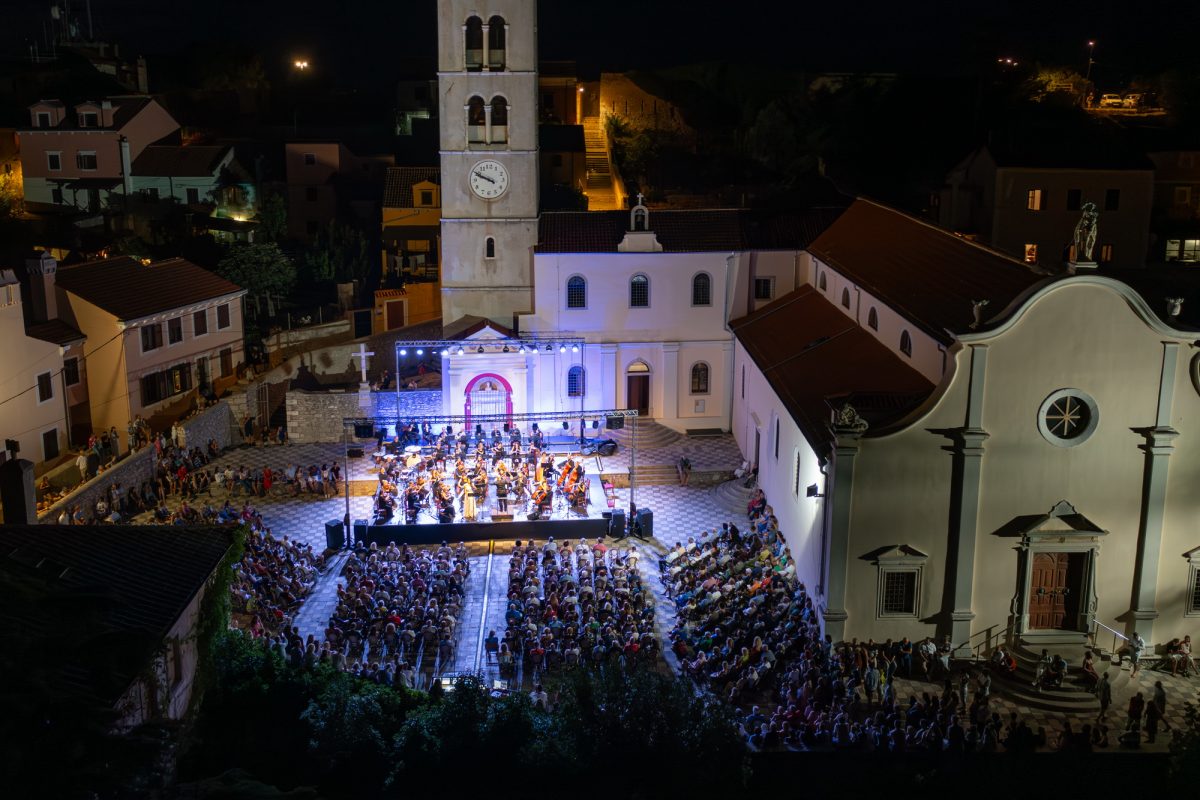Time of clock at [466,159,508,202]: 9:49
